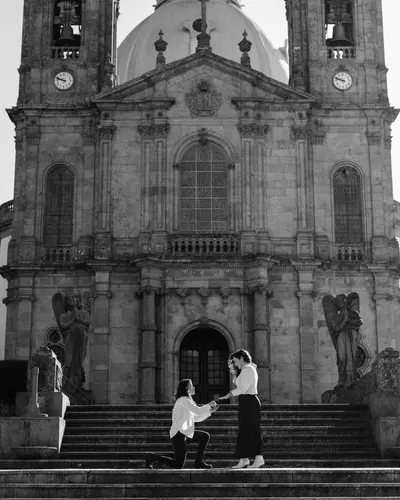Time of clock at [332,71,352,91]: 9:48
